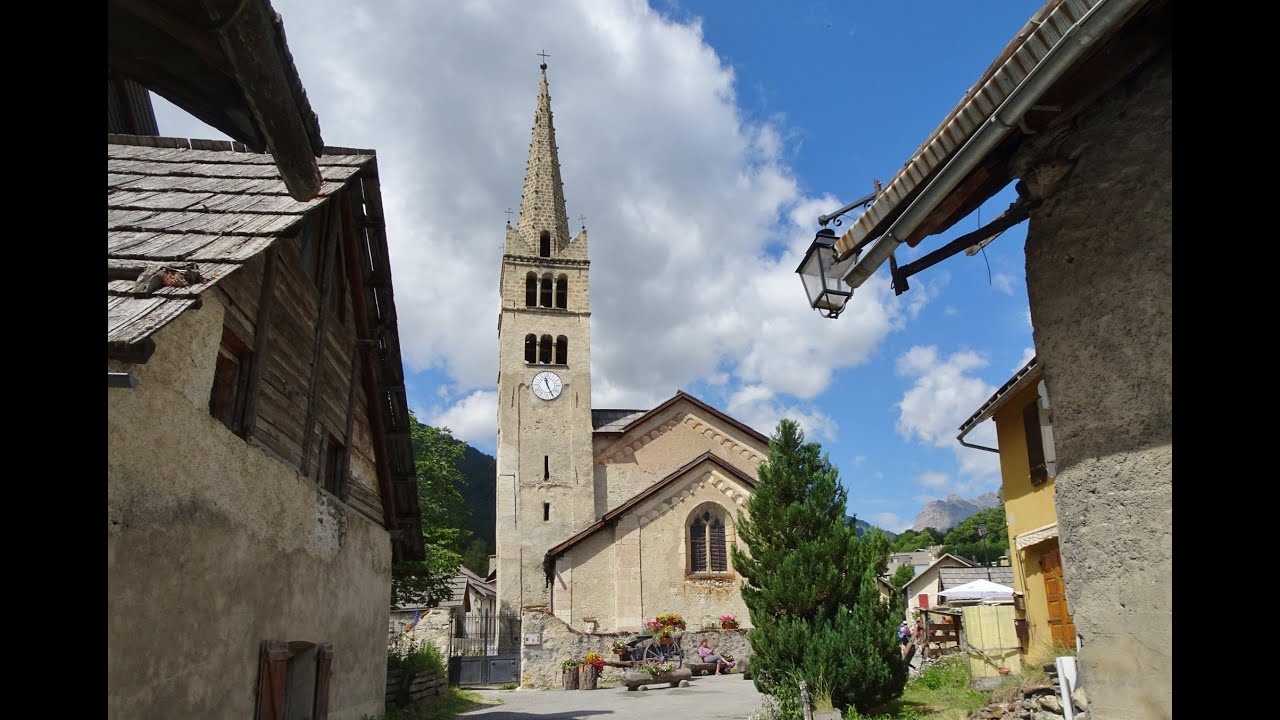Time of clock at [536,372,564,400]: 11:25
